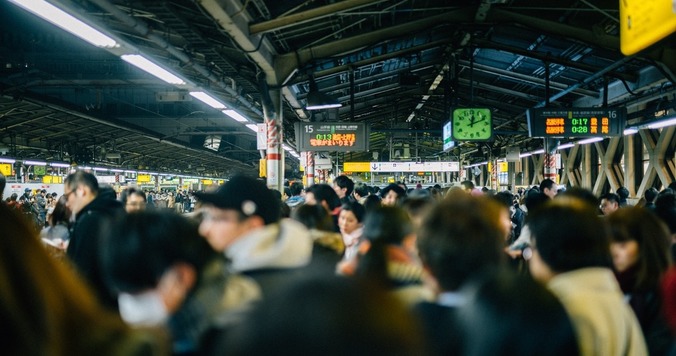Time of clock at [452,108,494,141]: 12:11
